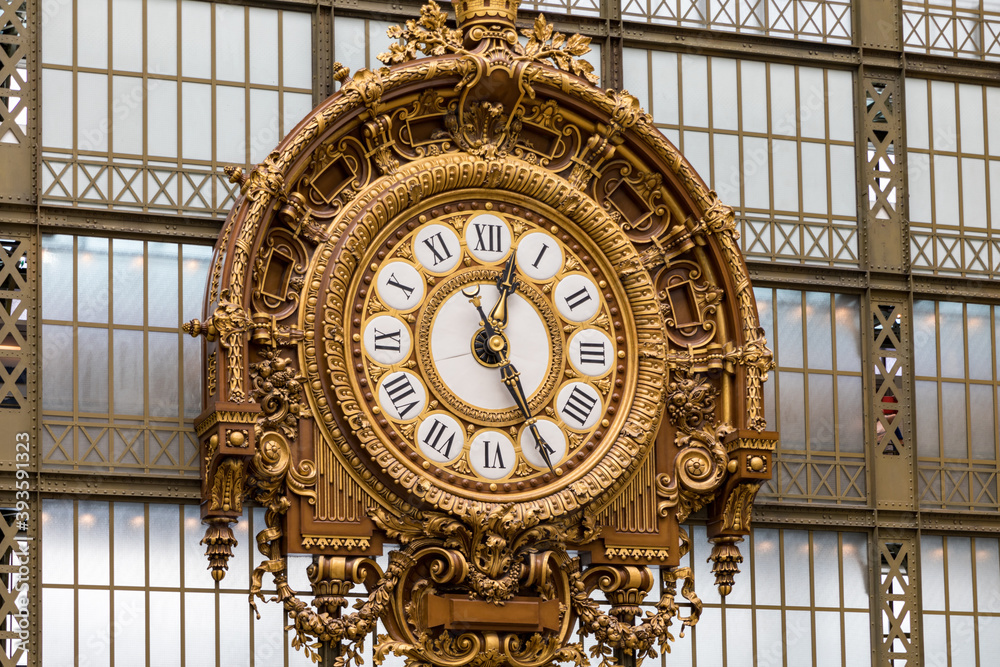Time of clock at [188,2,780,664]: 12:24
